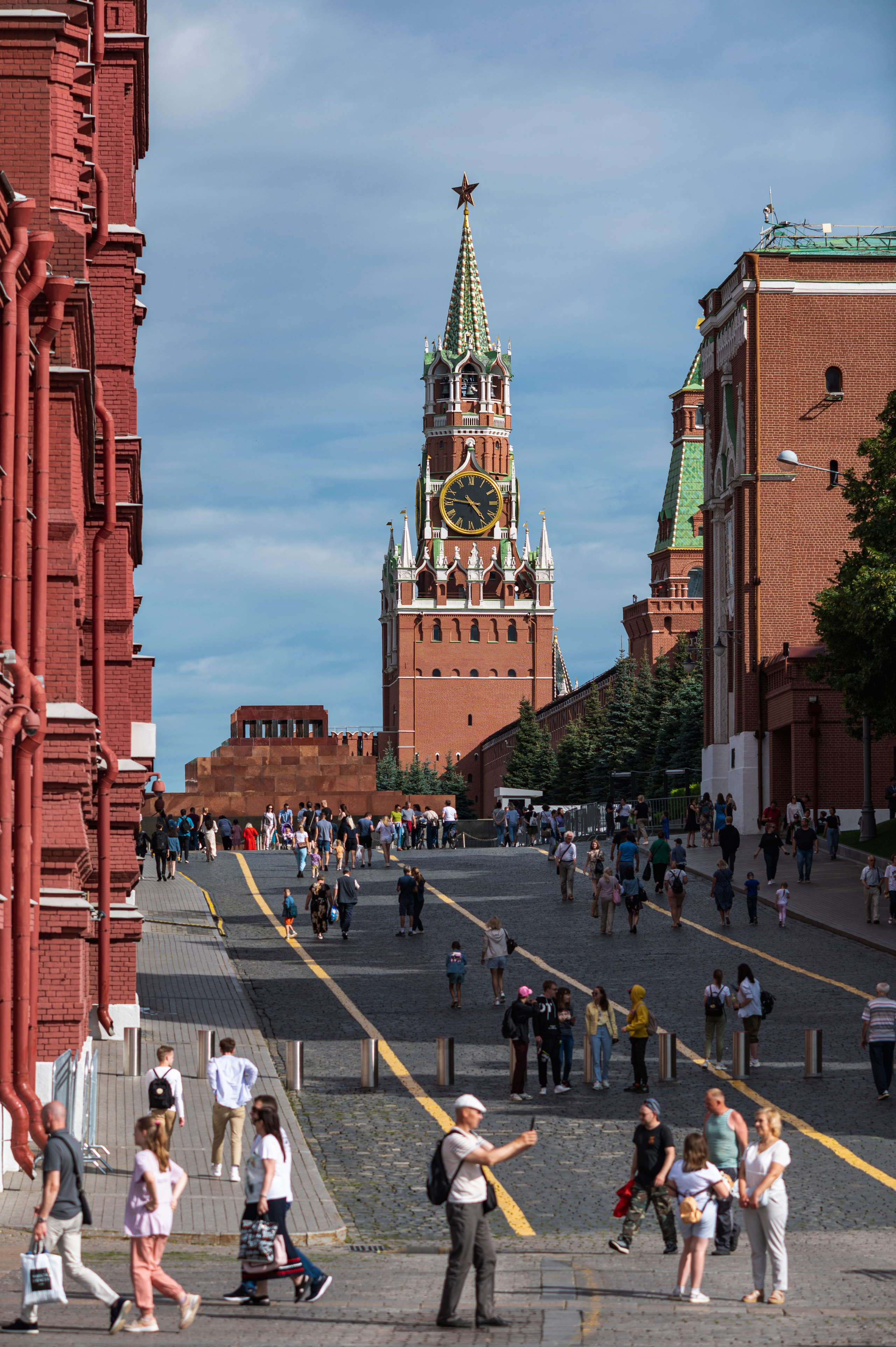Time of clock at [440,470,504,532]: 4:46
